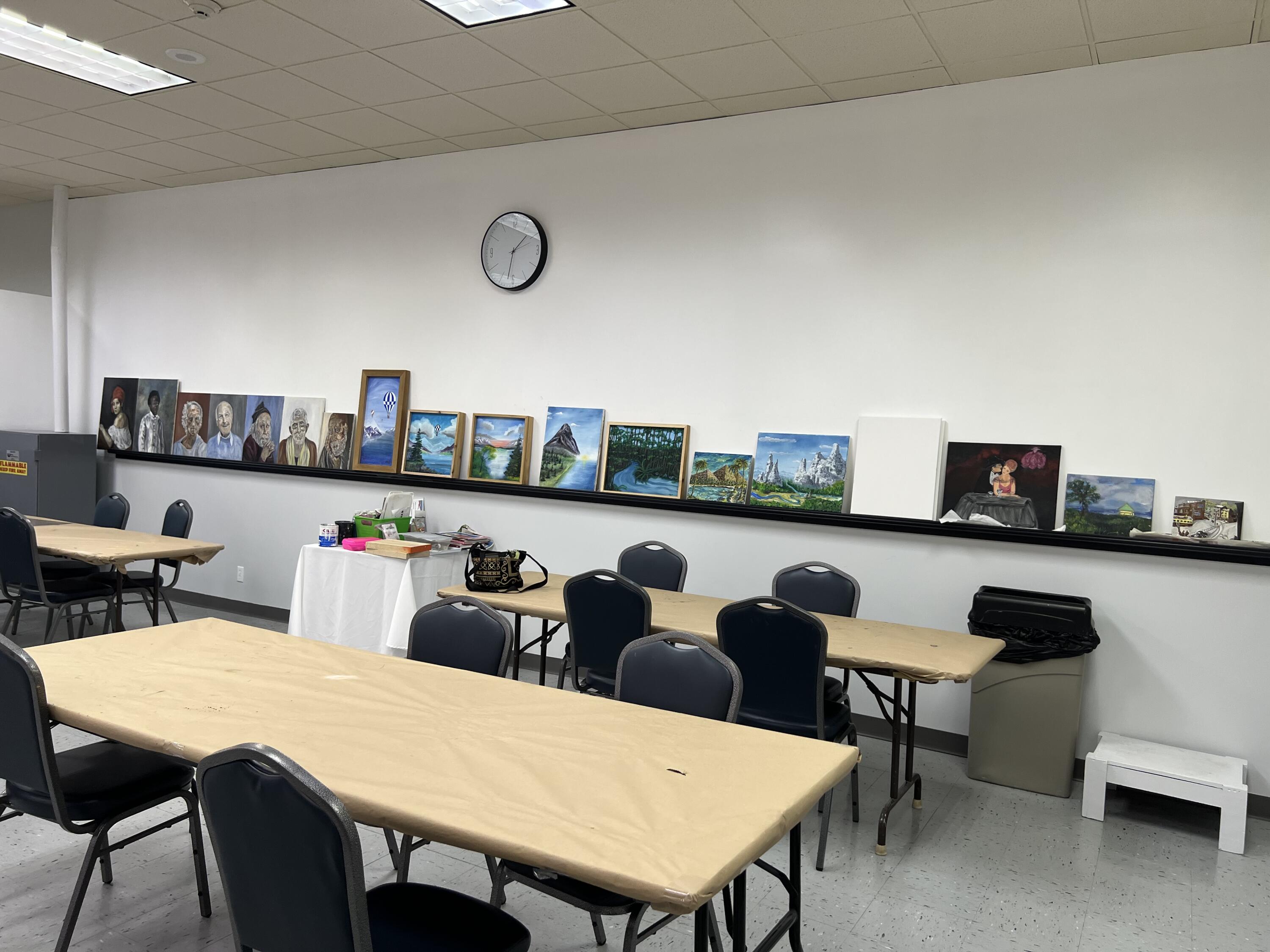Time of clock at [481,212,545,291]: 1:32
